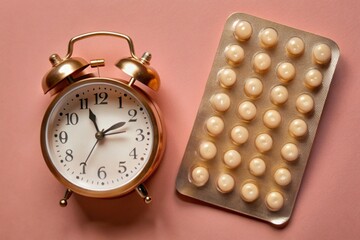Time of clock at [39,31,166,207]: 1:56
